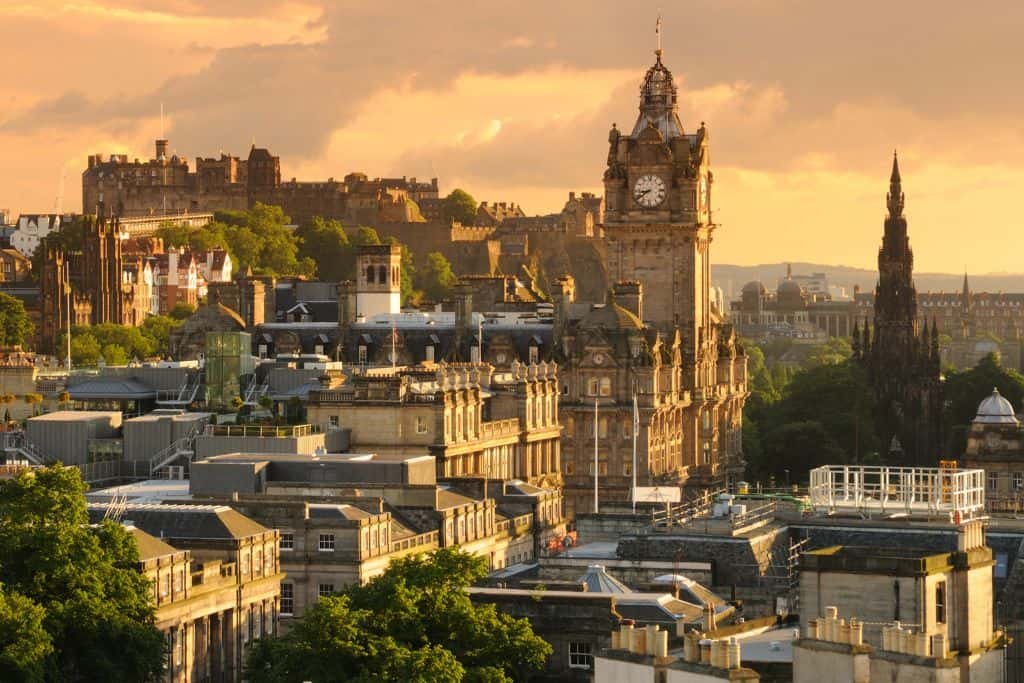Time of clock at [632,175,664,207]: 8:39
